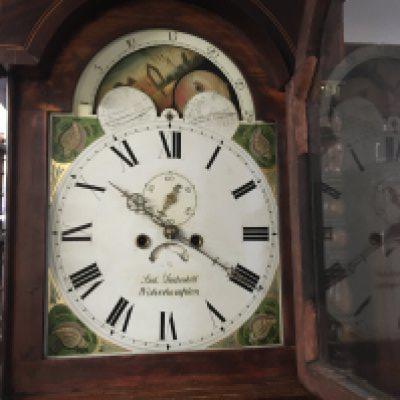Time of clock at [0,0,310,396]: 10:20
